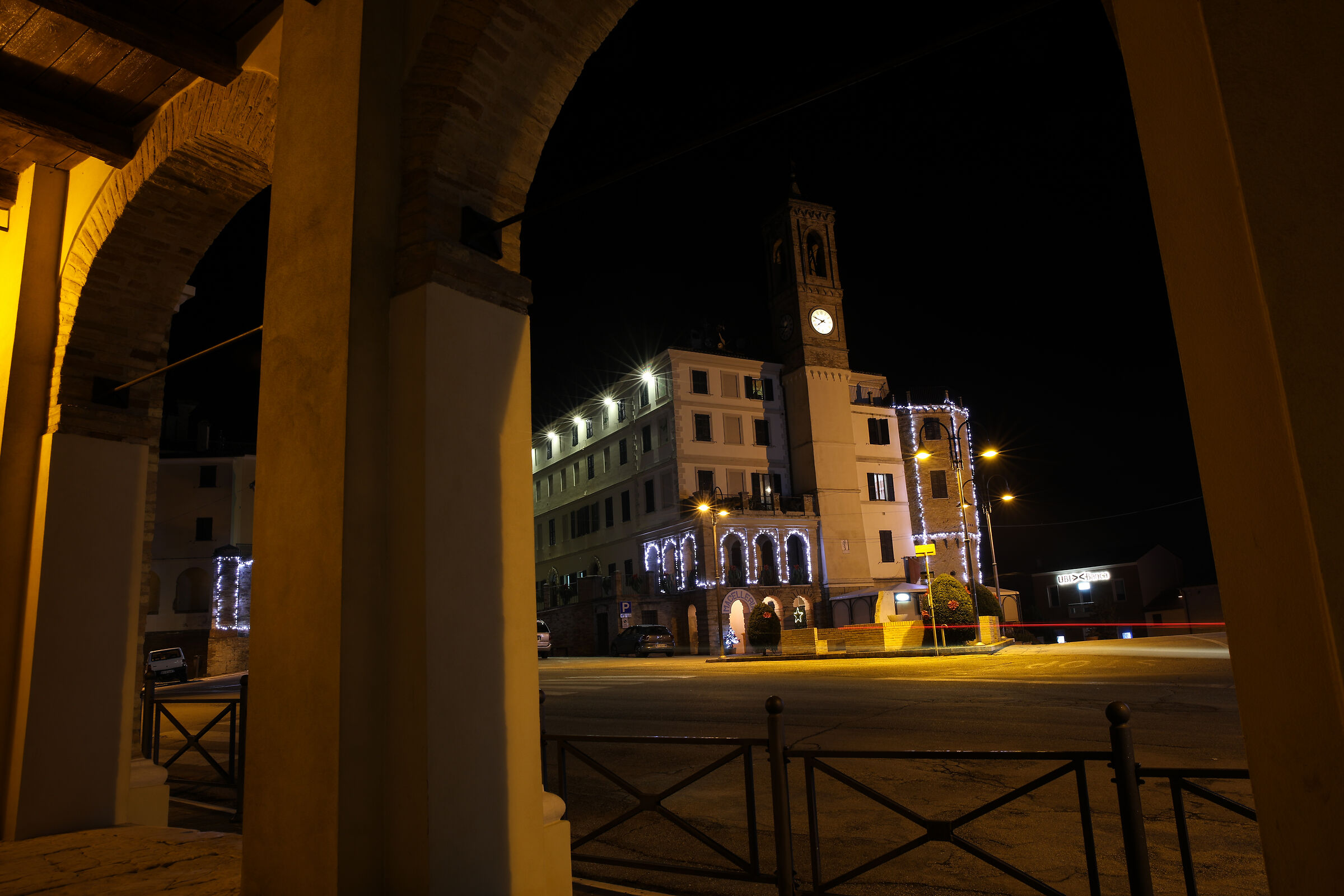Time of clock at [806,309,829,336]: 7:48
